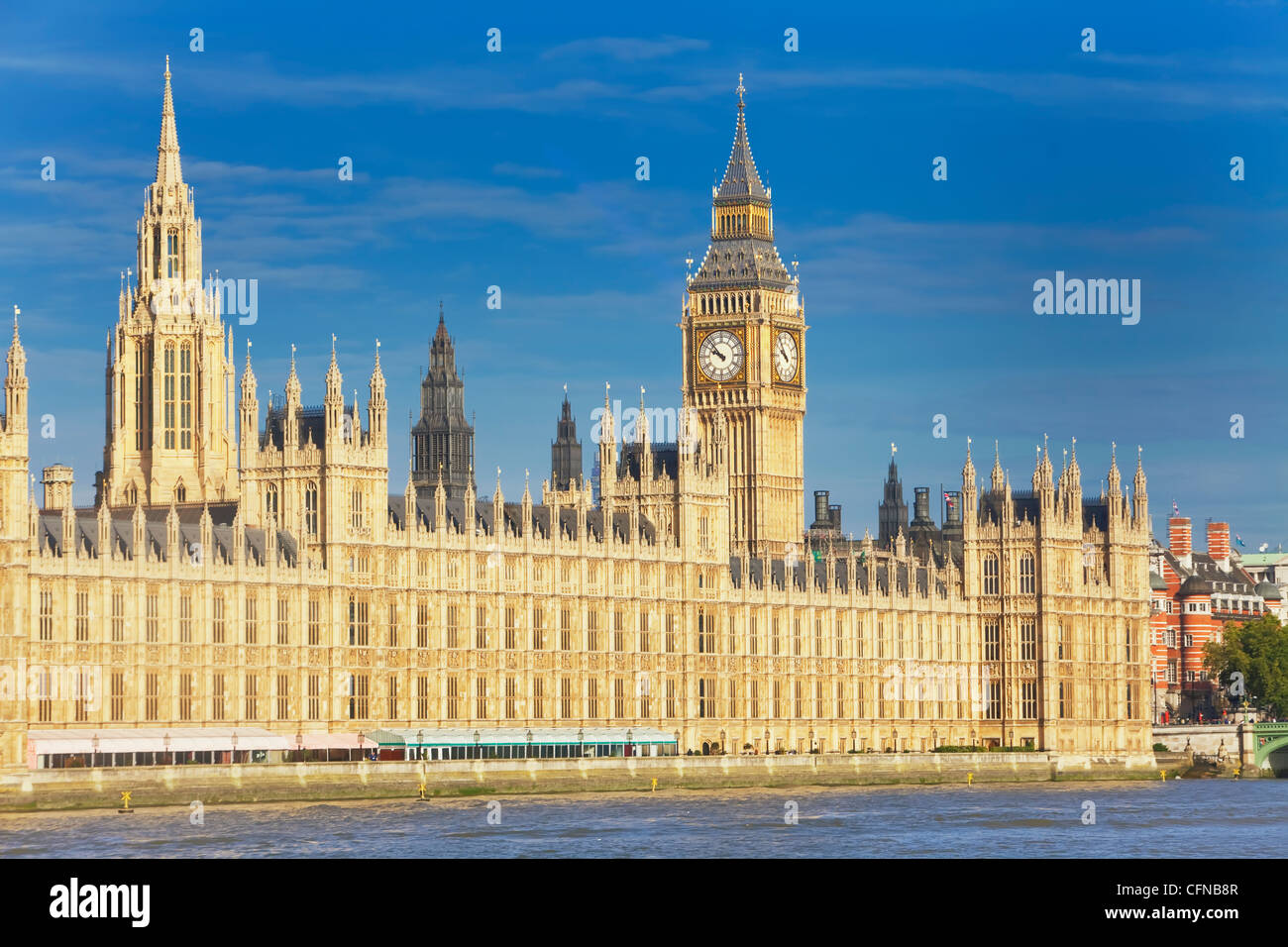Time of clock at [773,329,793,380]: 9:53
